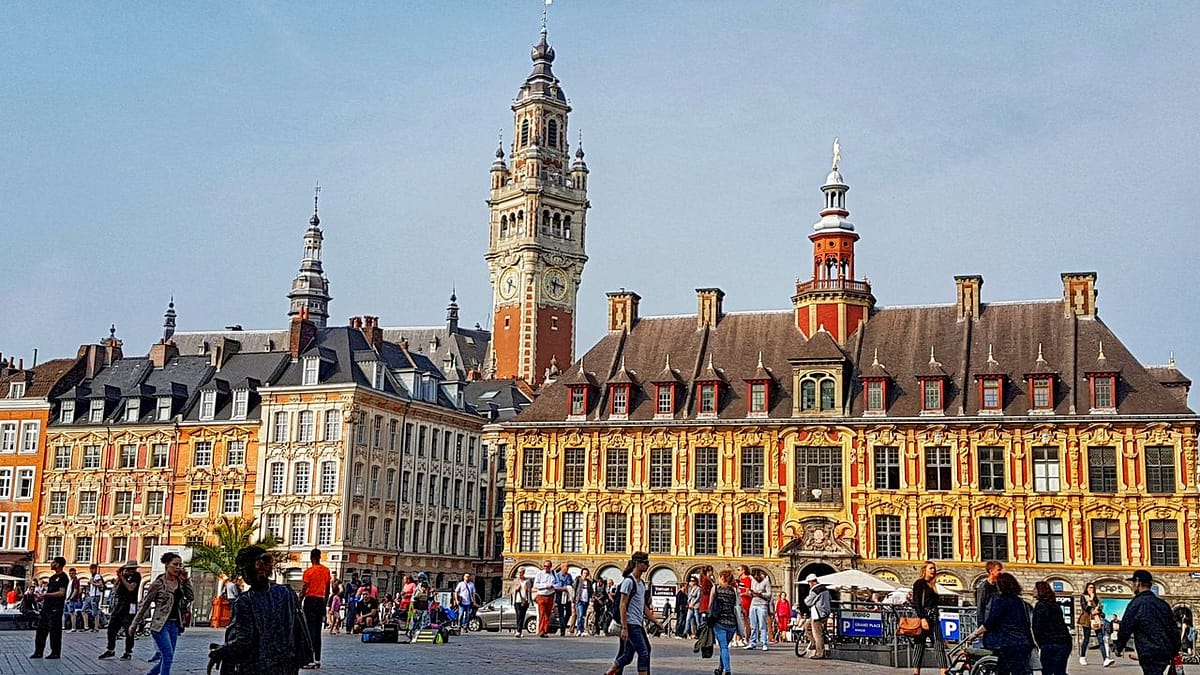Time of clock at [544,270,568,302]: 6:17
